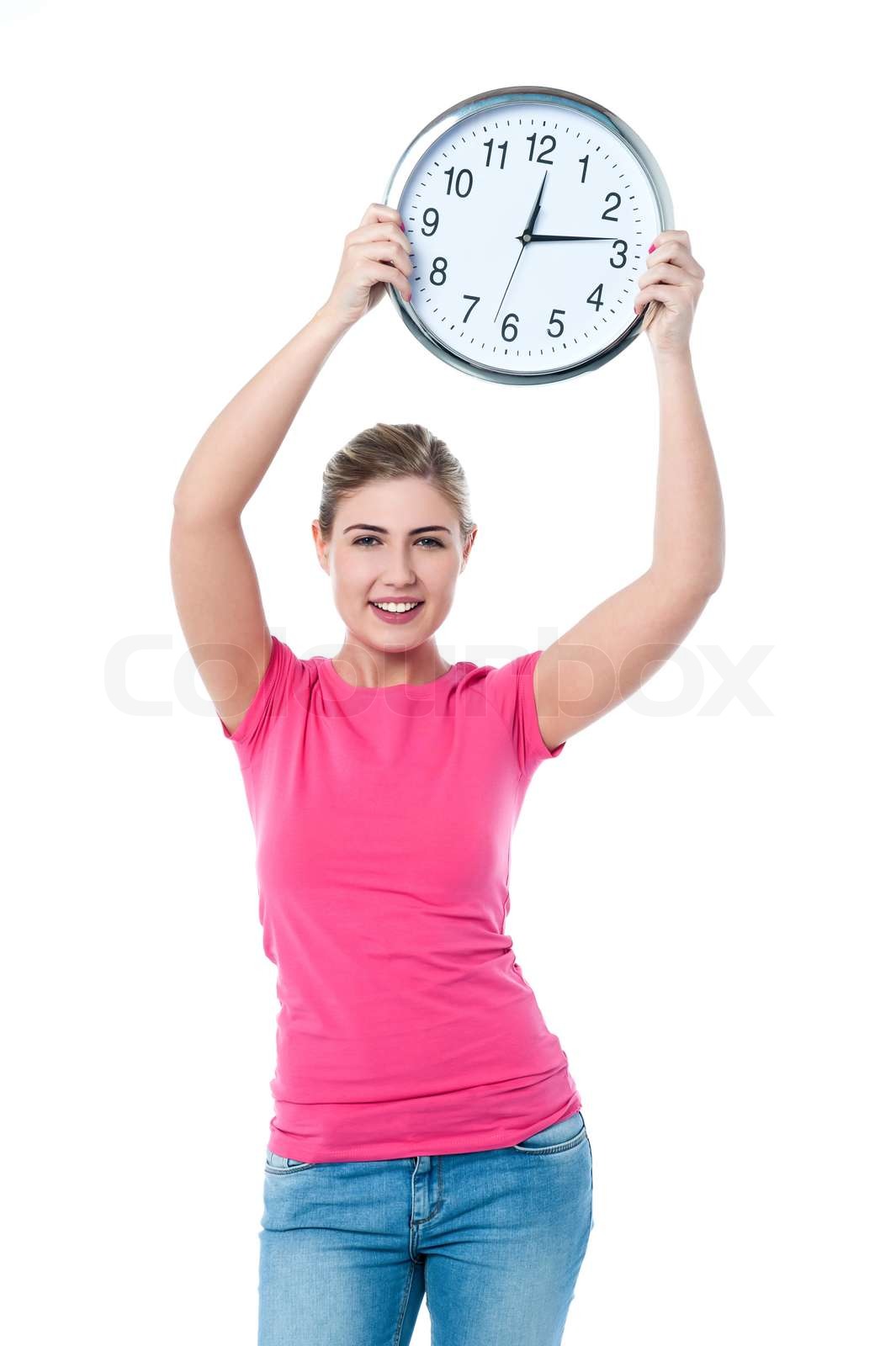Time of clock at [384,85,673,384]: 12:13
